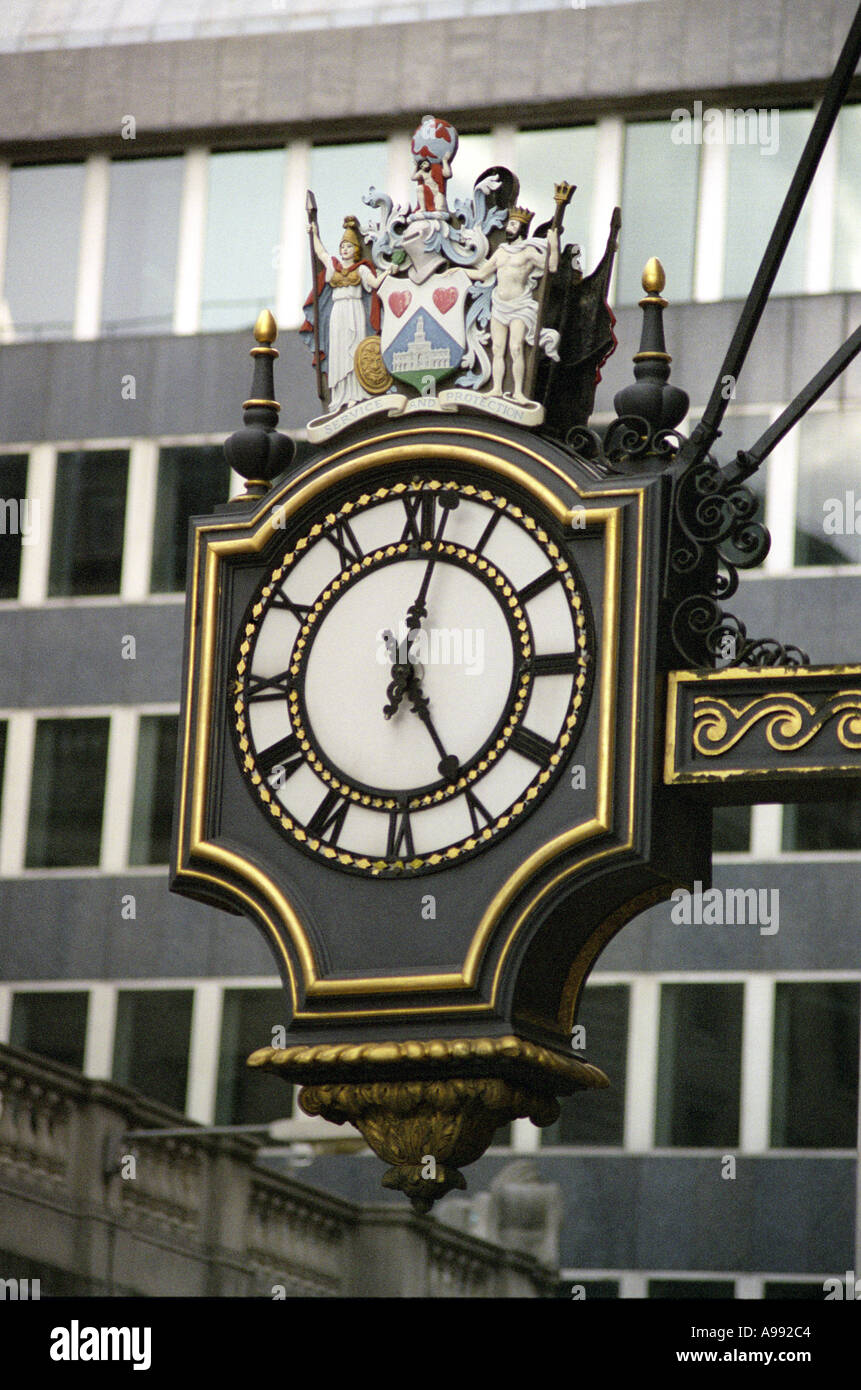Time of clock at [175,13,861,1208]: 12:24
